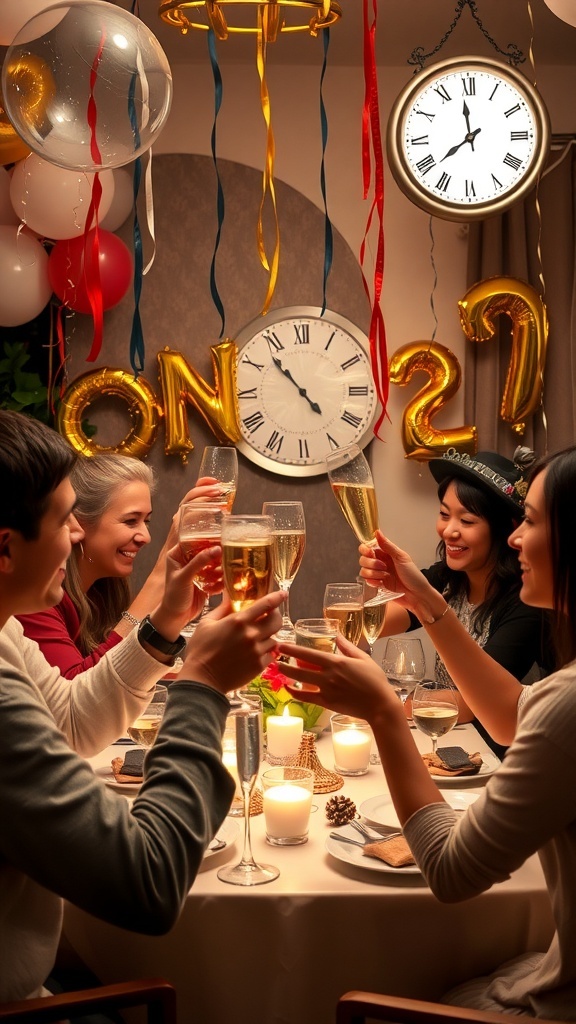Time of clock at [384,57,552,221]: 11:38
